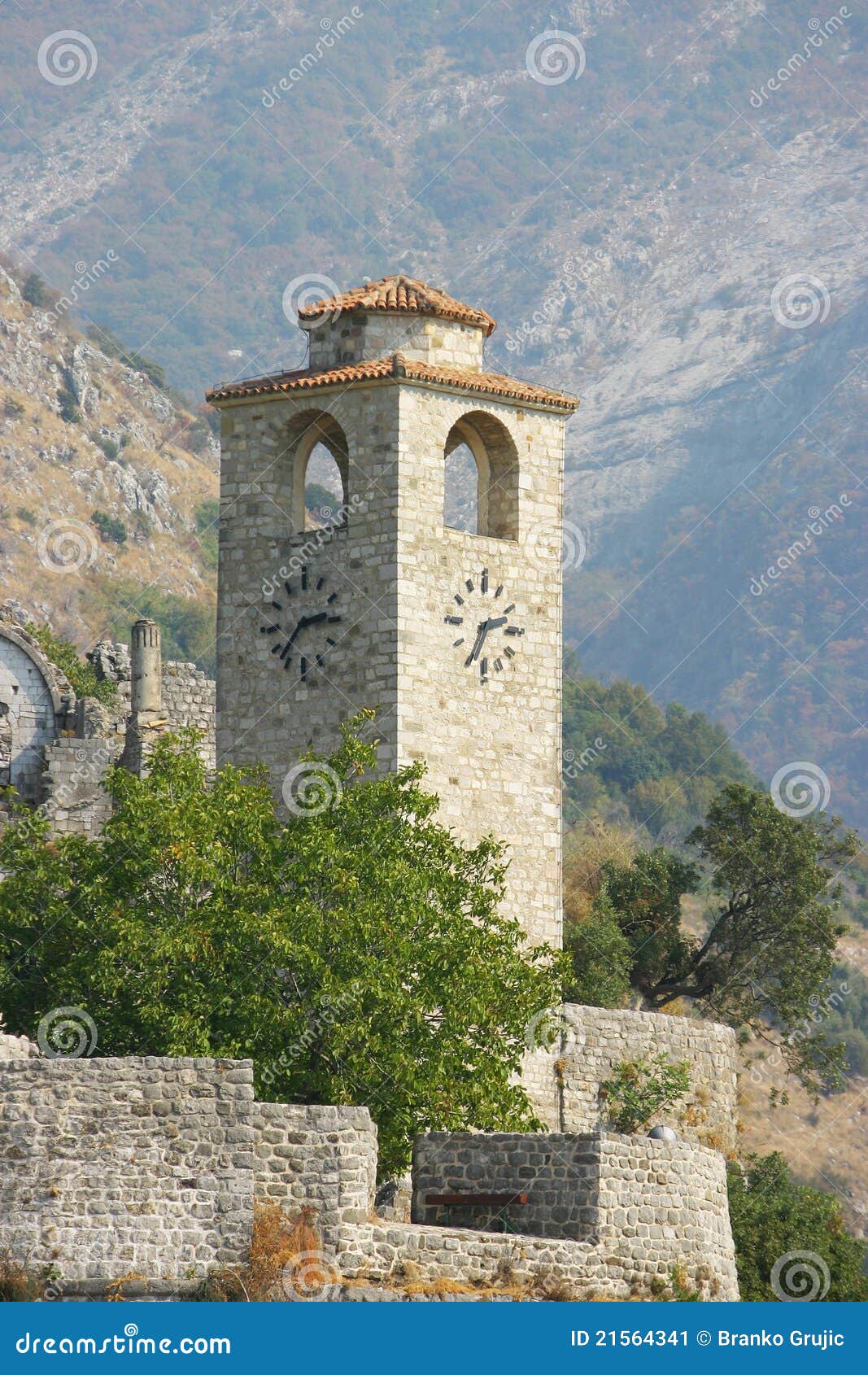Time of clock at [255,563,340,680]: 2:36
